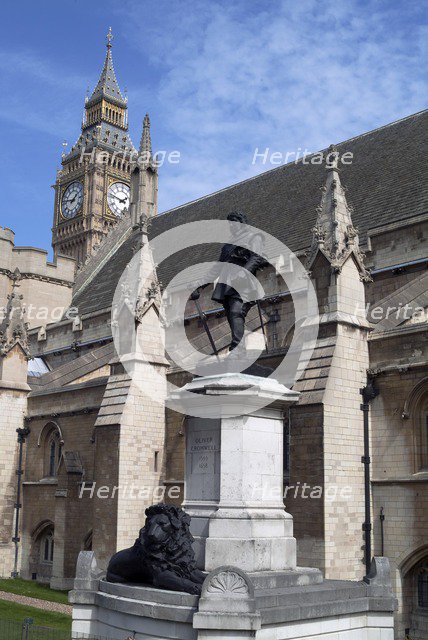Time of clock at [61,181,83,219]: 1:46
